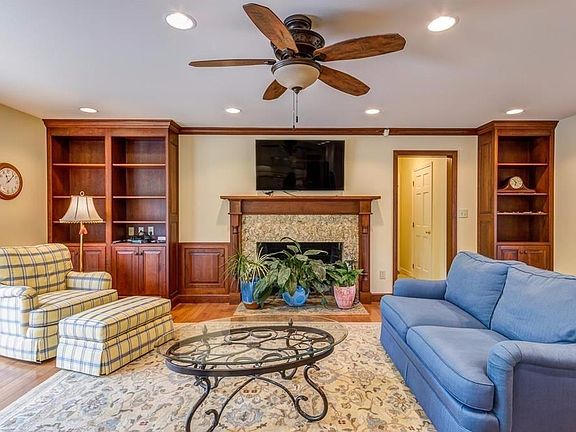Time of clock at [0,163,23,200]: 11:07
